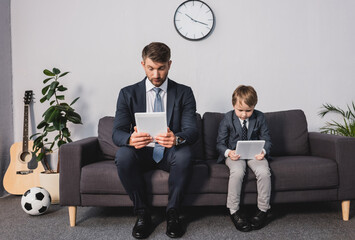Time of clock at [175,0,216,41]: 10:18
